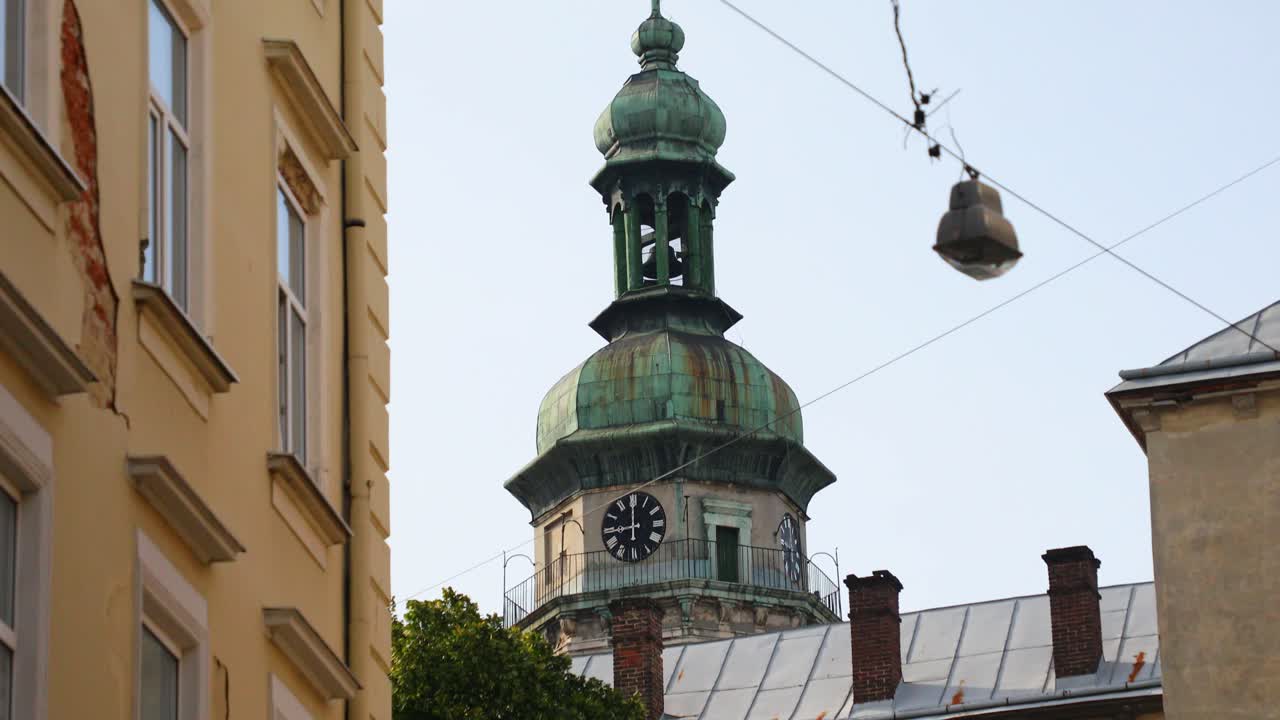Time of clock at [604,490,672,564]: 8:59
